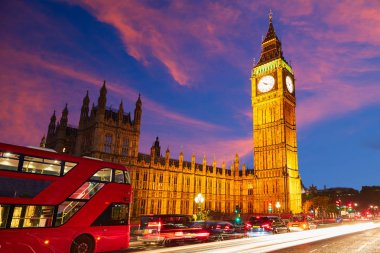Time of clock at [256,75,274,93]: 4:17
